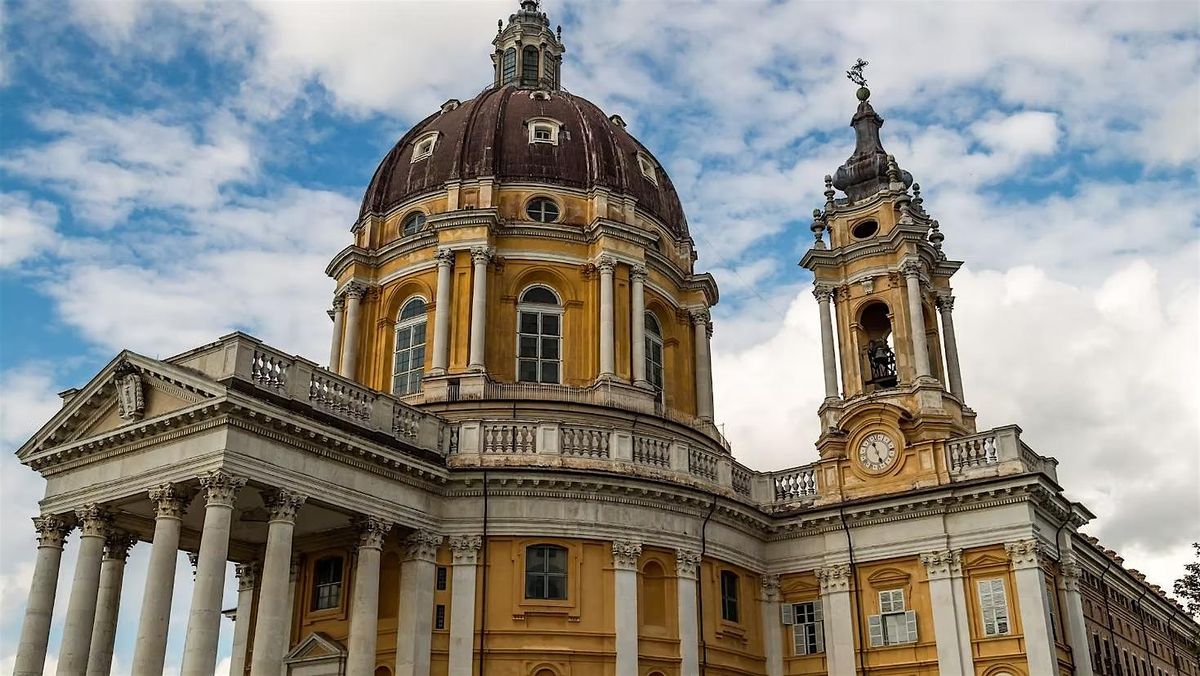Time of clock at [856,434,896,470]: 11:26
